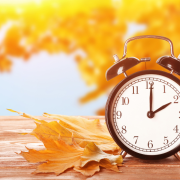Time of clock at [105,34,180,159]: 2:00
